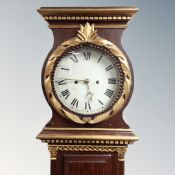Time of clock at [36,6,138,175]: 5:45
